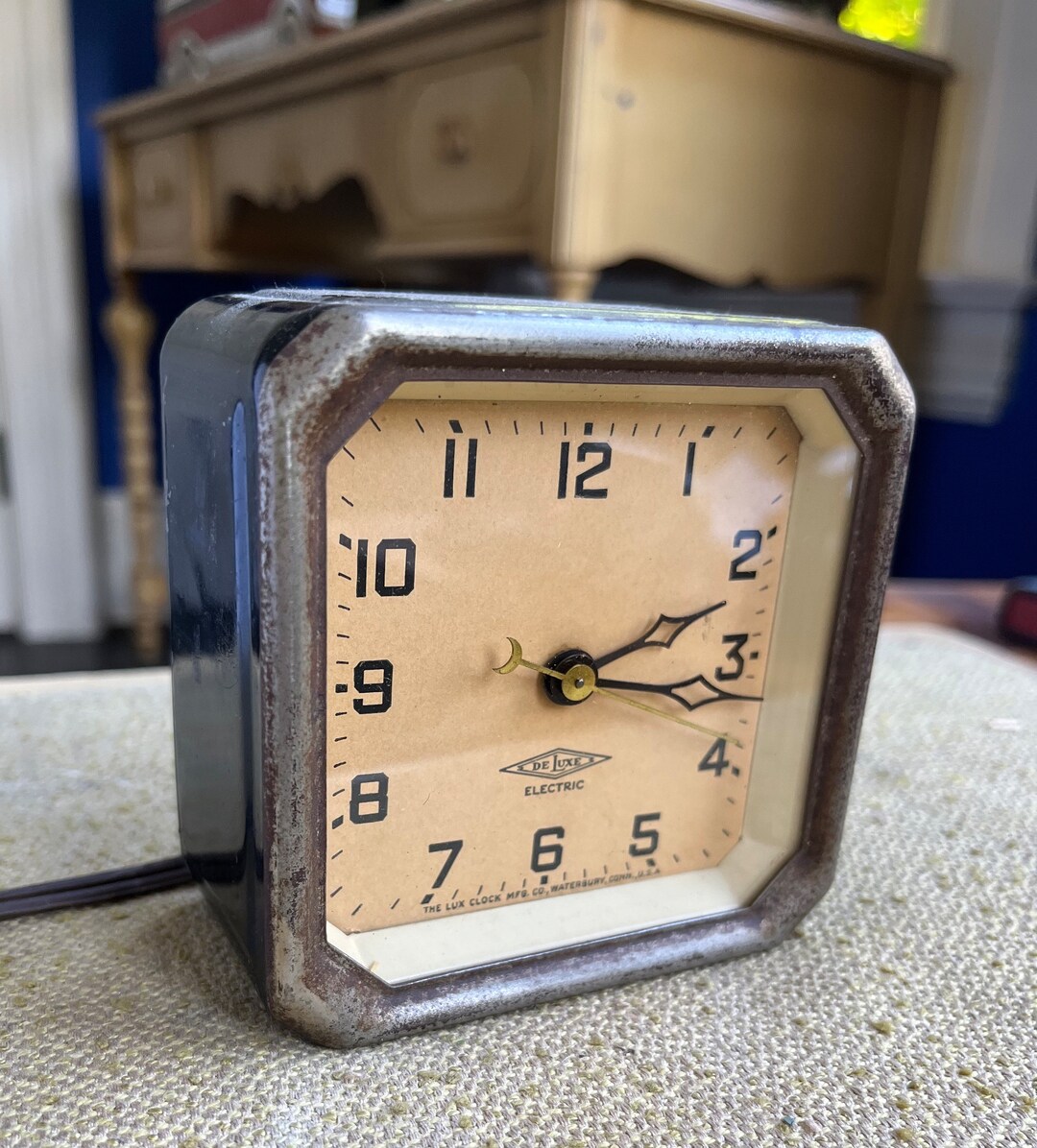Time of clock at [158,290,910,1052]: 2:16
